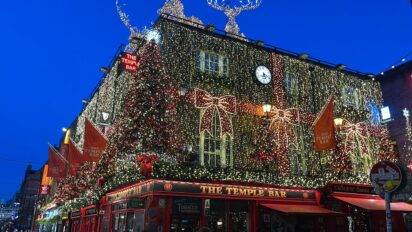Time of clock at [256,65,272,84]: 5:18
